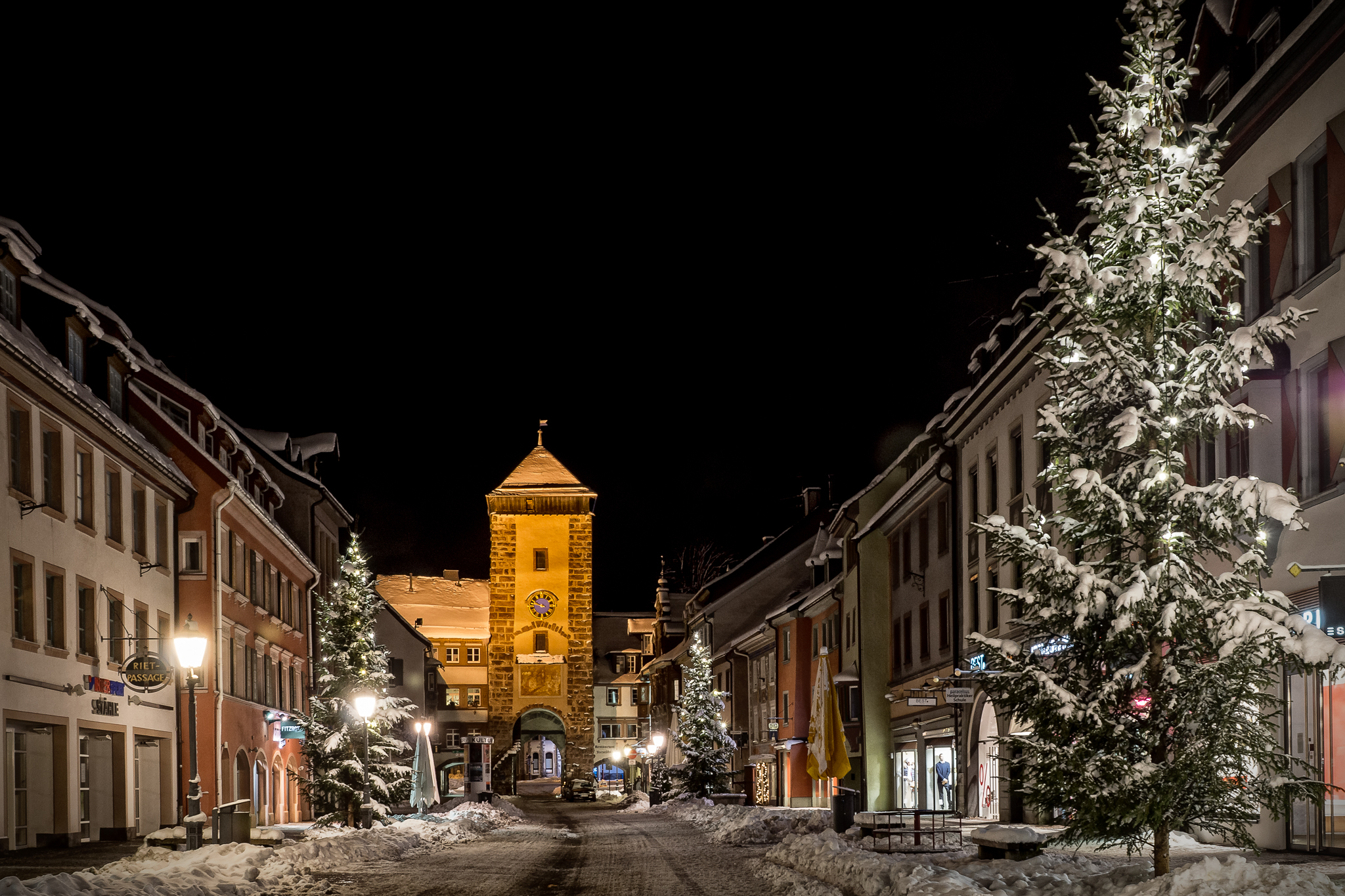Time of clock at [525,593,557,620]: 9:45
